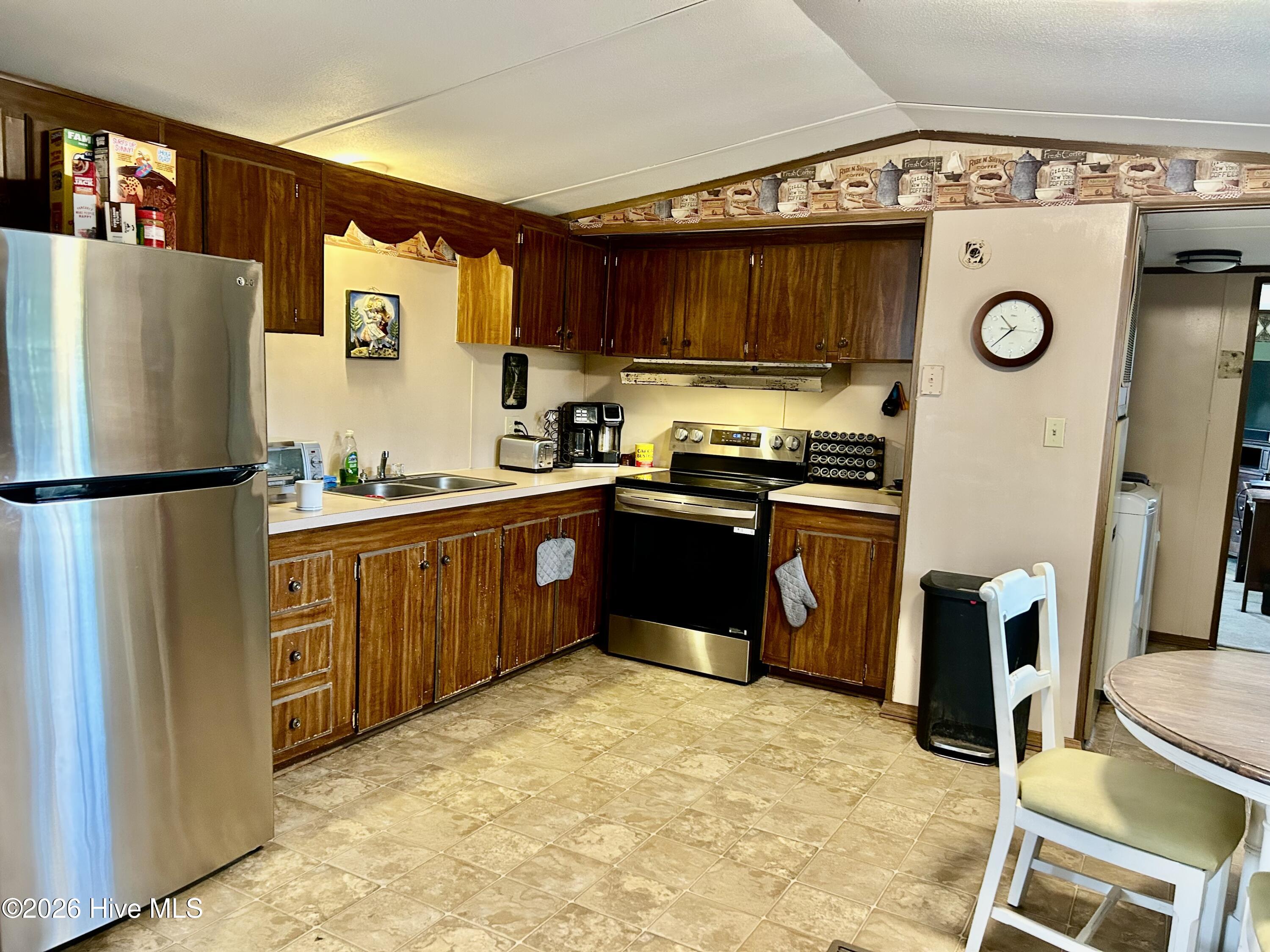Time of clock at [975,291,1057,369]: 10:37
